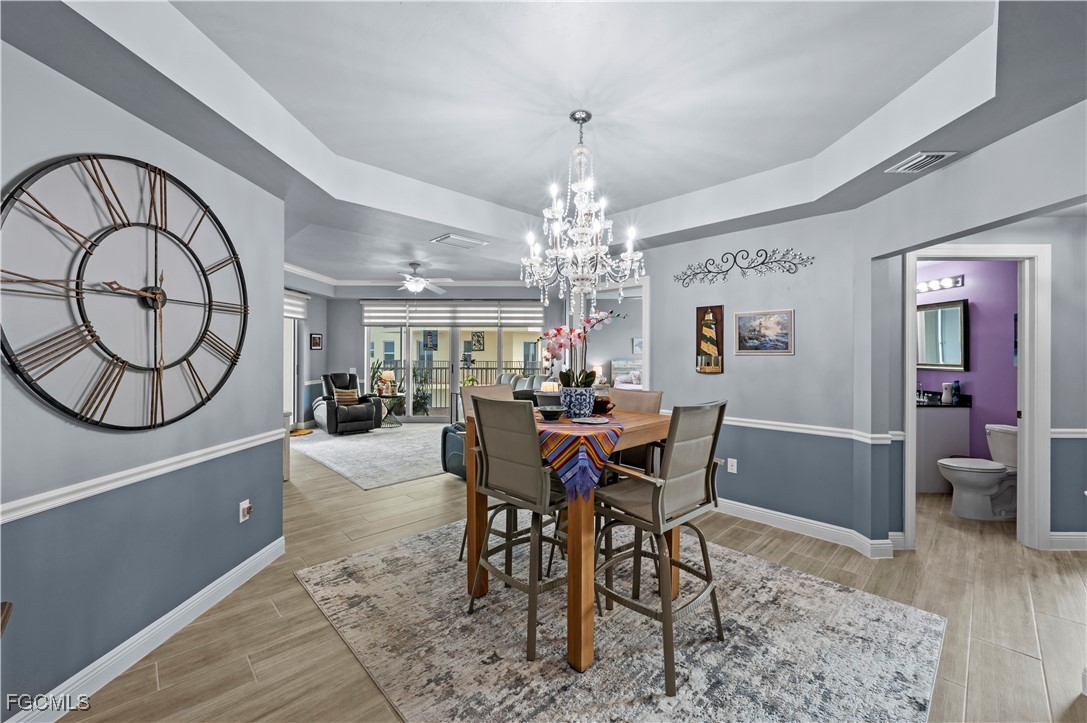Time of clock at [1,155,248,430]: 9:00
